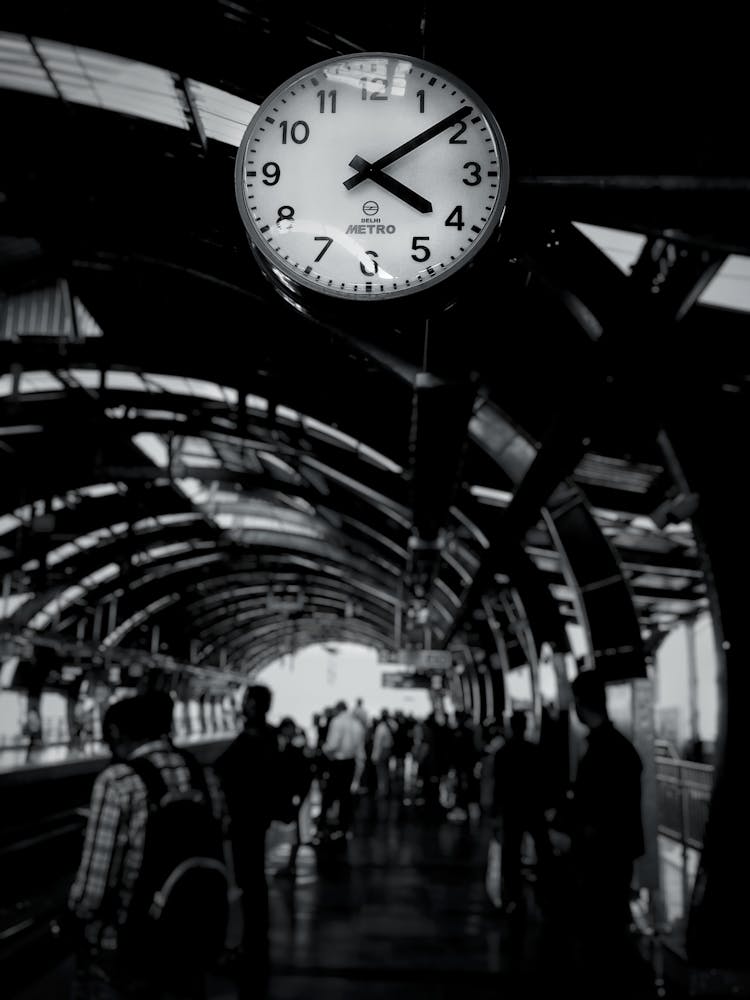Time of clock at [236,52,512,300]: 4:08
